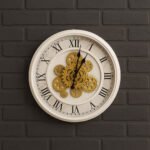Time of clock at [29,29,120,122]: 1:02
